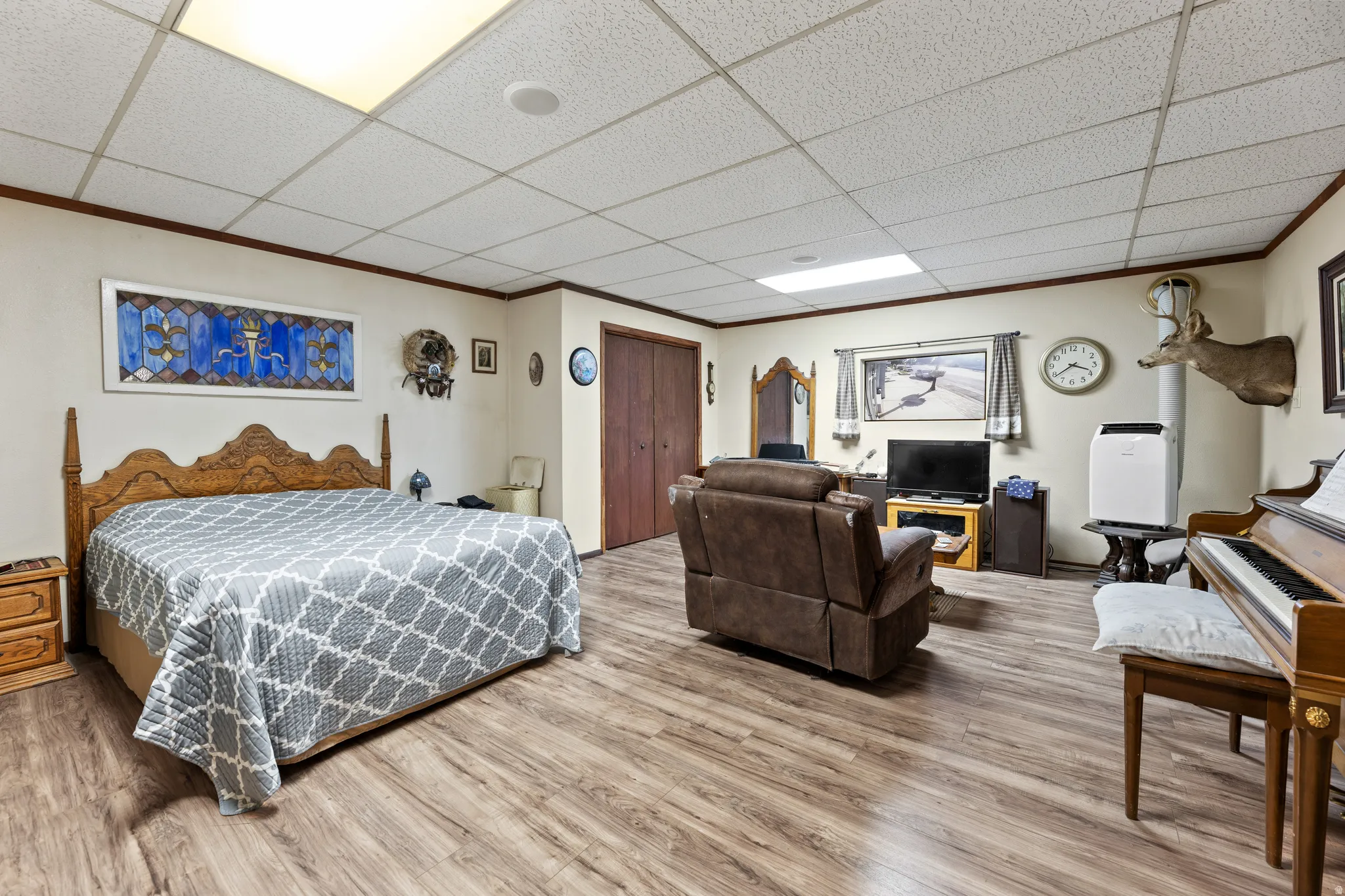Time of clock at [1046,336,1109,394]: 3:39
